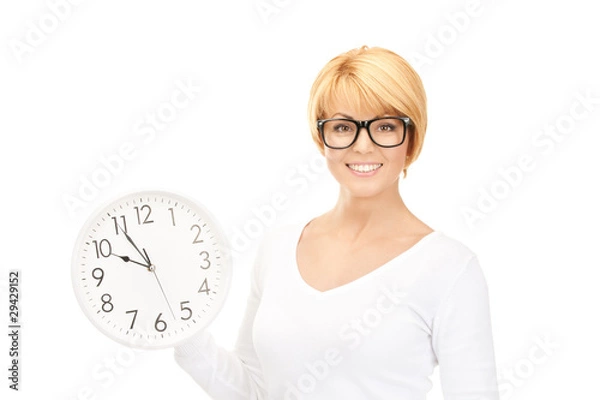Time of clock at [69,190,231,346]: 9:55
